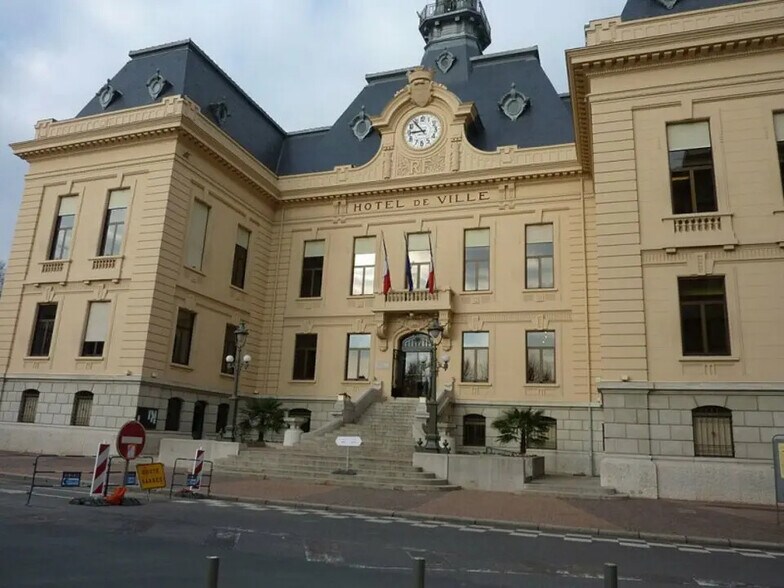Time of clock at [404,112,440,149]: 10:45
